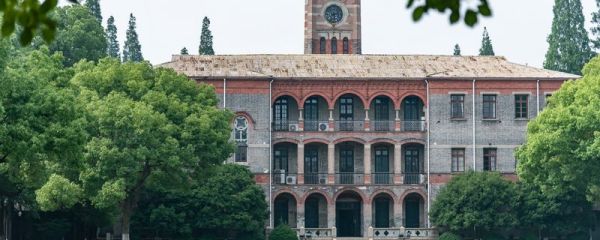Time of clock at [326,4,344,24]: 2:29
